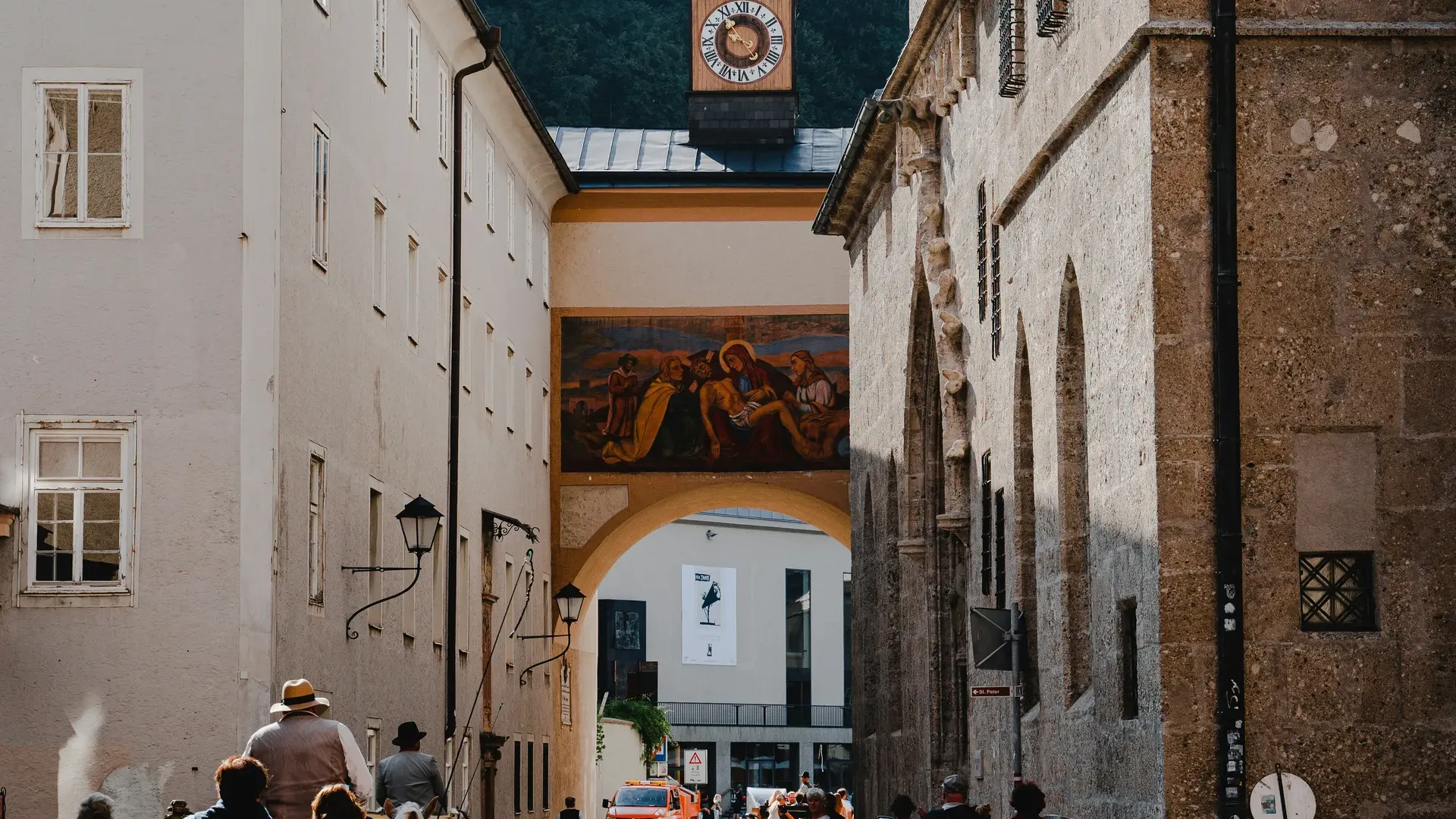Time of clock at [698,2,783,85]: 9:53
